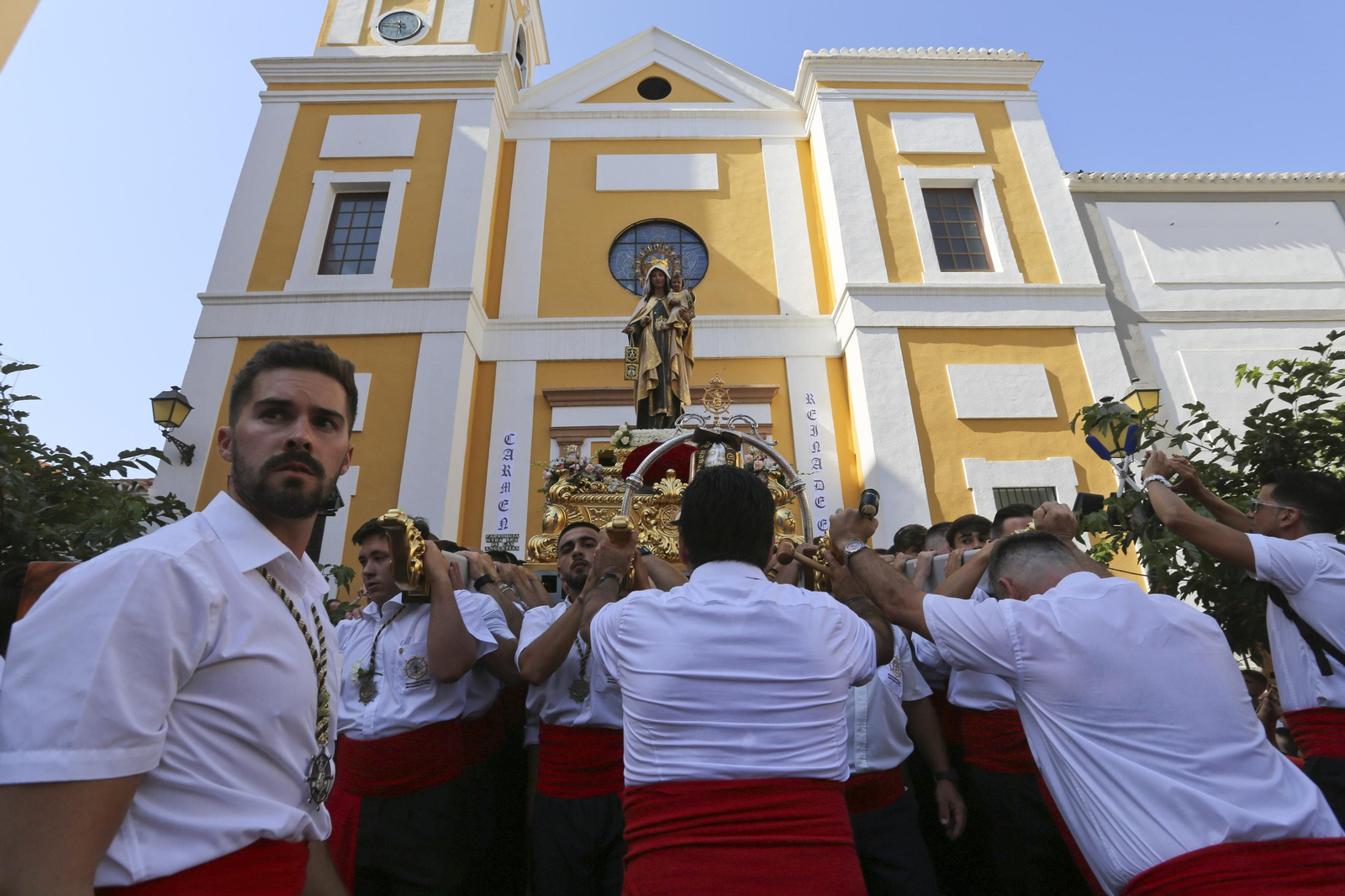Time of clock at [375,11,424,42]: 5:46
